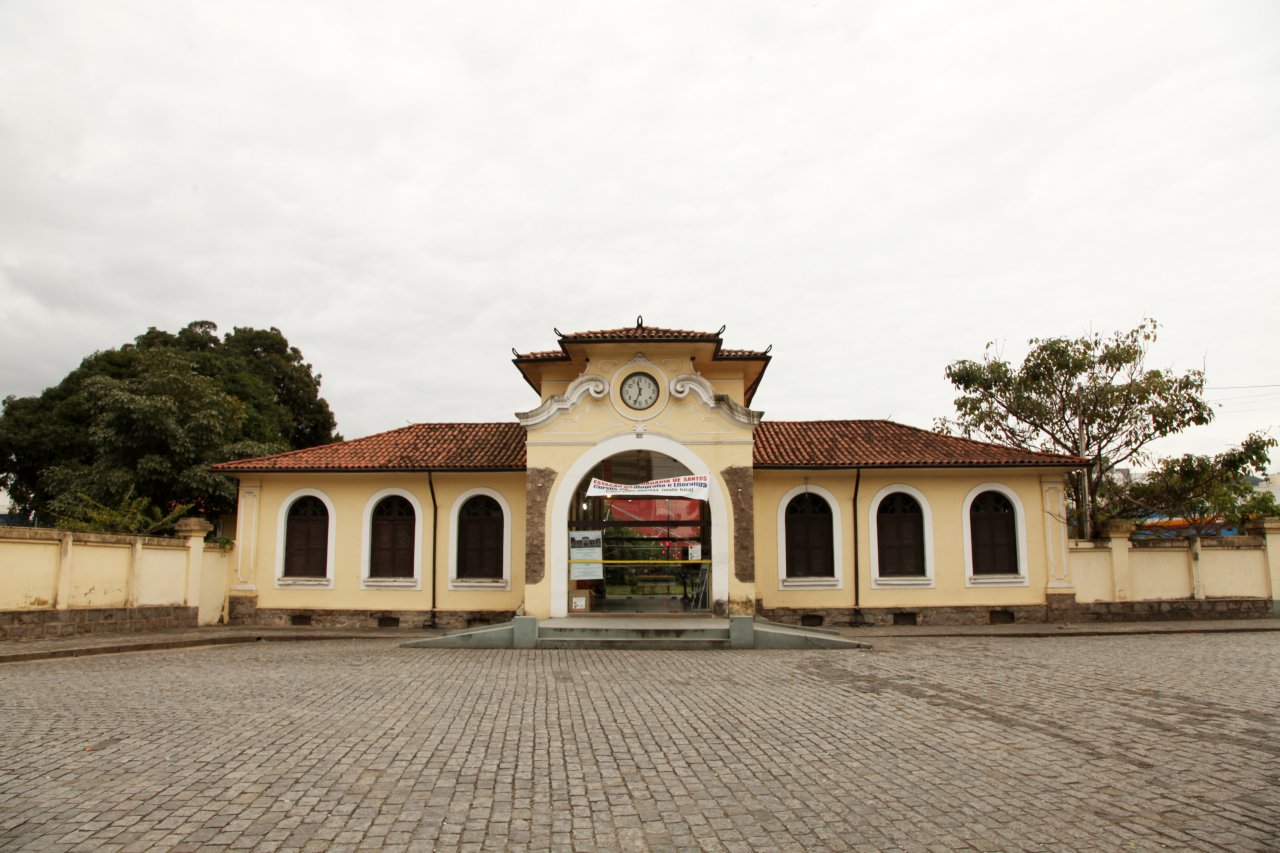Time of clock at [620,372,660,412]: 11:33
